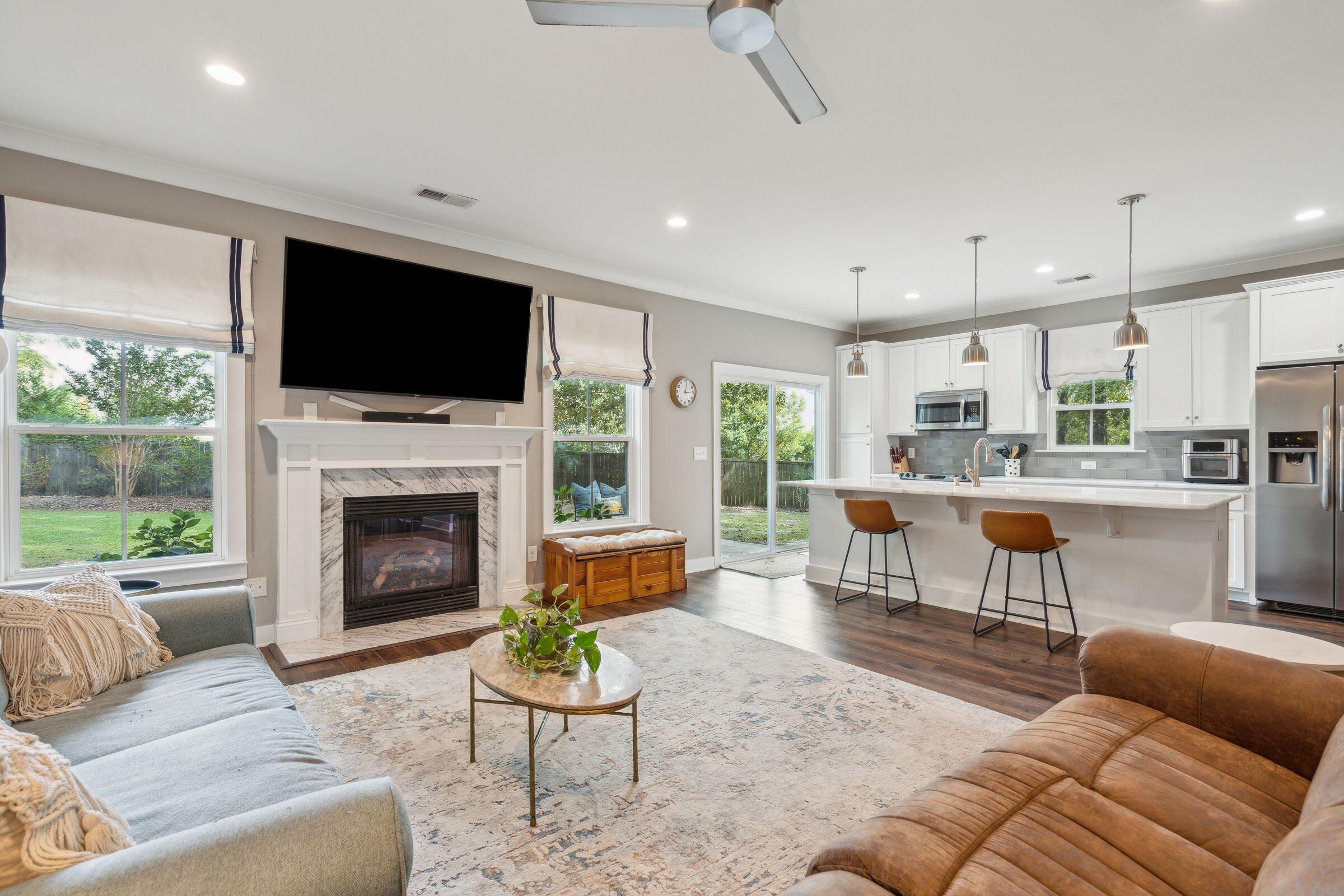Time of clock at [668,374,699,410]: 3:01
